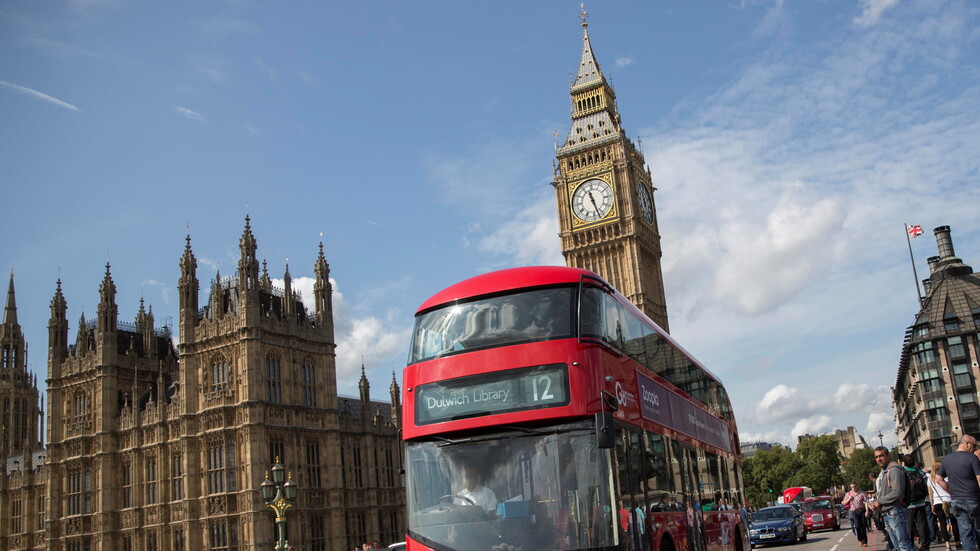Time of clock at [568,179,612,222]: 11:27
